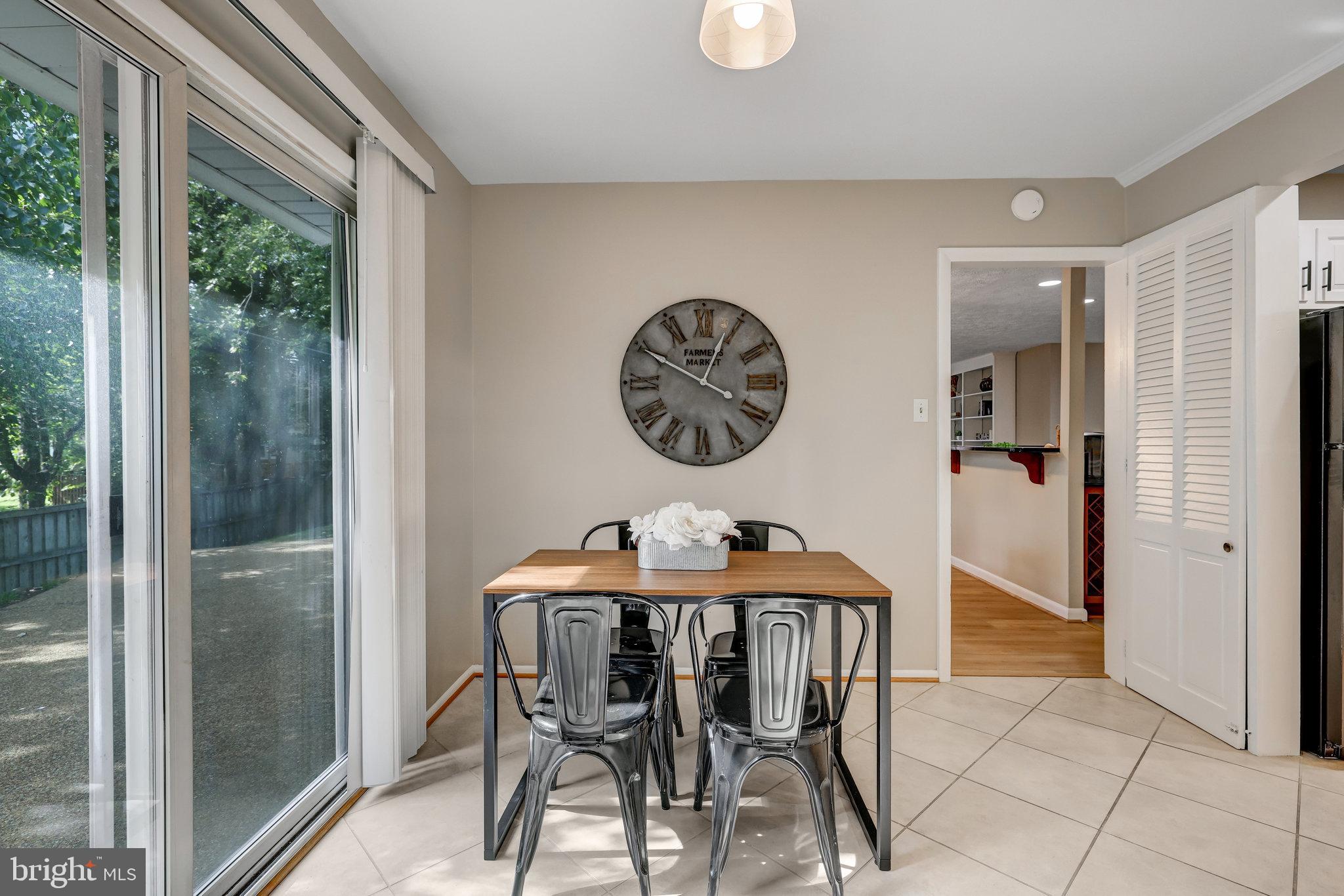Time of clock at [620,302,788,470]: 12:49
